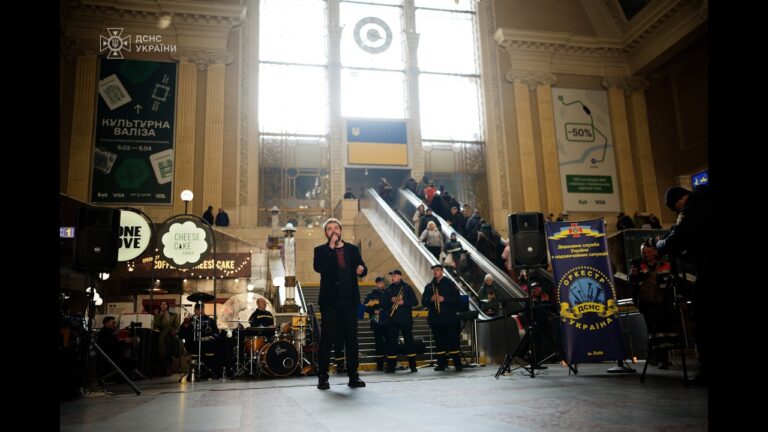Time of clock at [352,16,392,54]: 7:18
